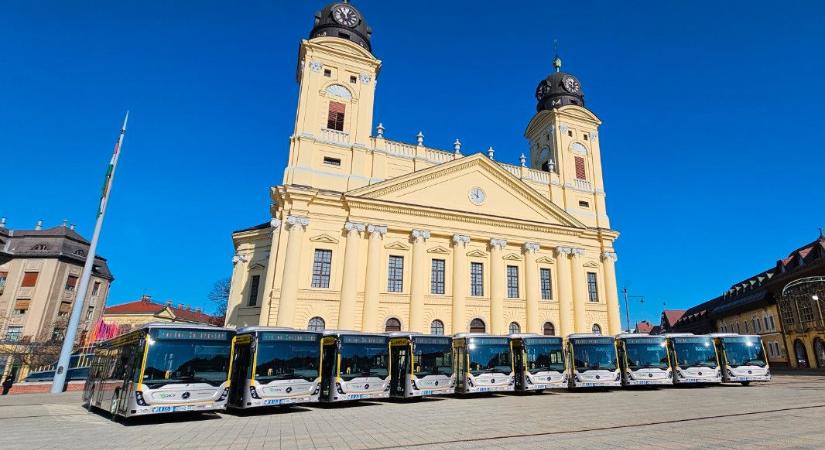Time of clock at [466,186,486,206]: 10:00
